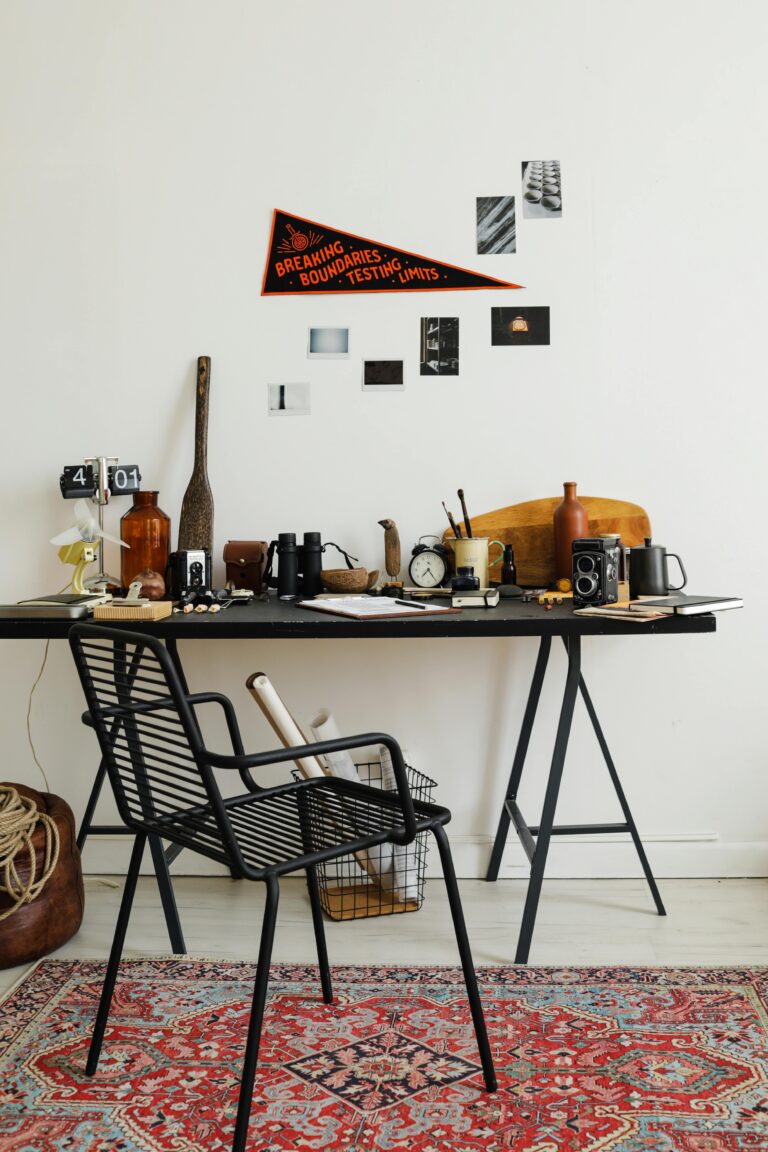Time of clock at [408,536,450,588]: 7:24
